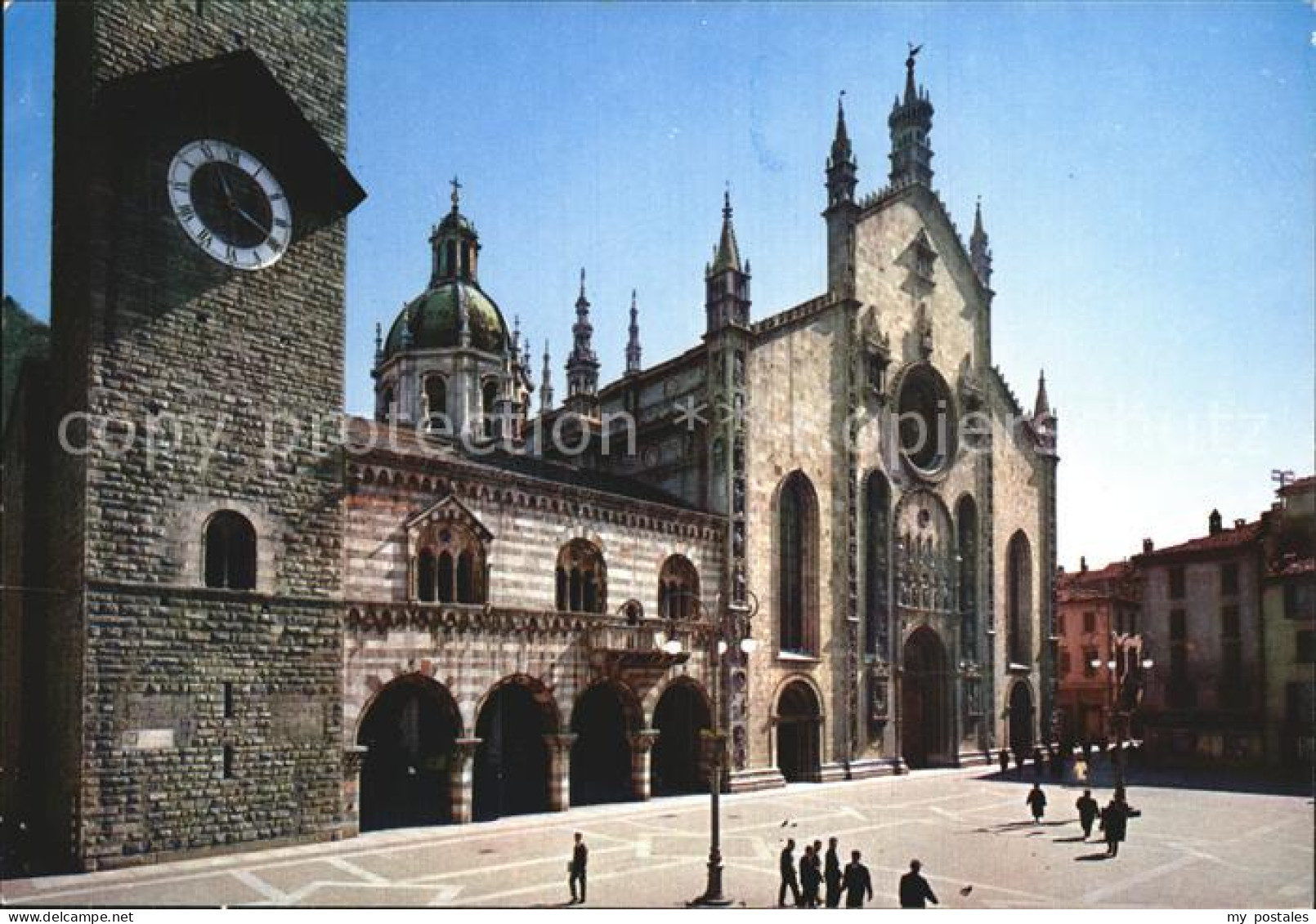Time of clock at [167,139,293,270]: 11:19
